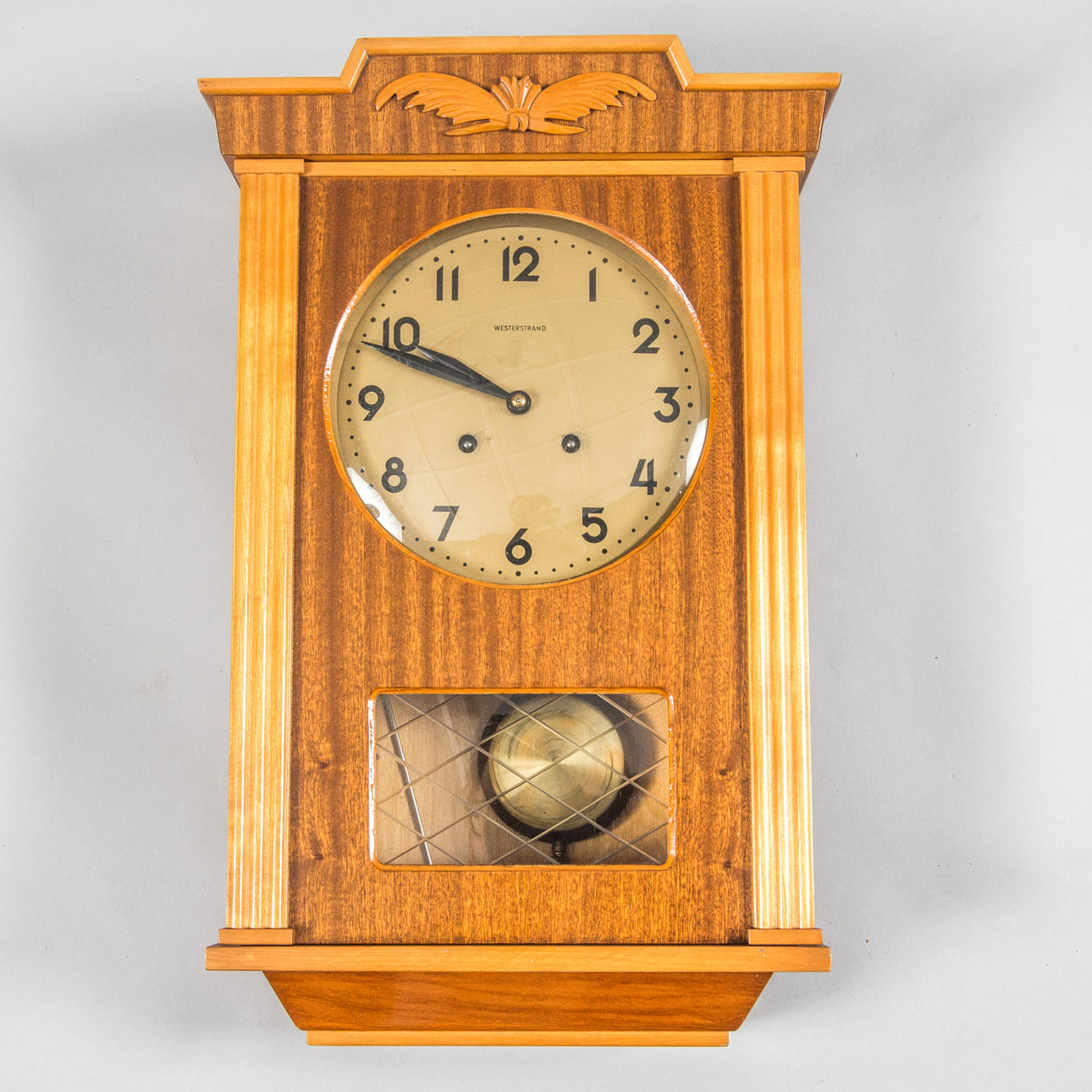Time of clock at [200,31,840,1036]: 9:48
